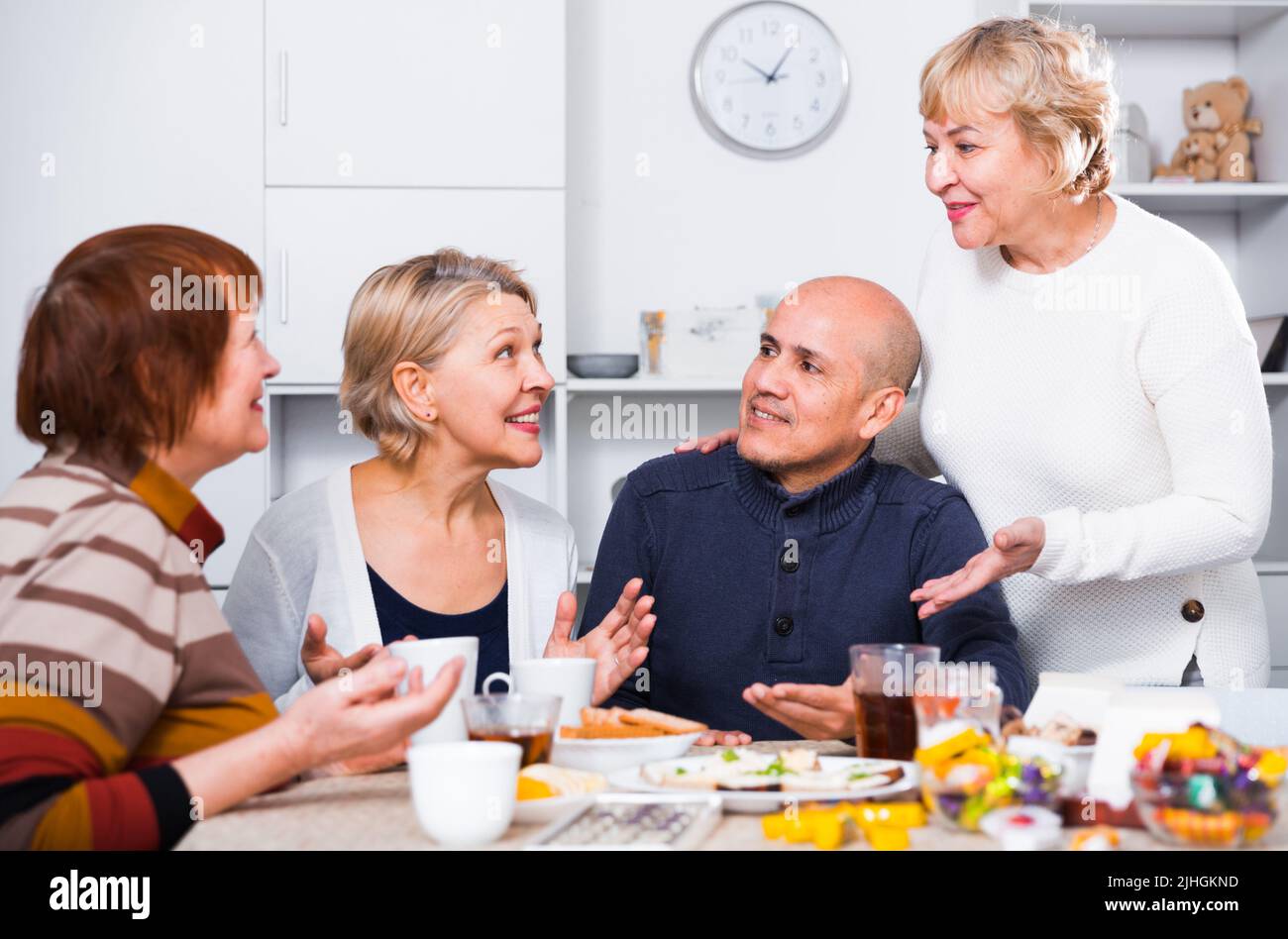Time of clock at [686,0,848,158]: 10:05
